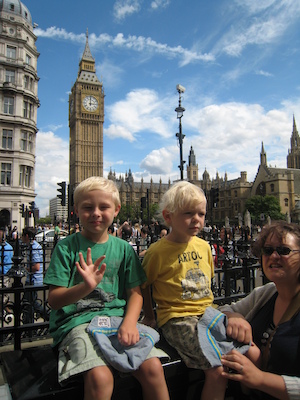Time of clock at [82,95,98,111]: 3:00
